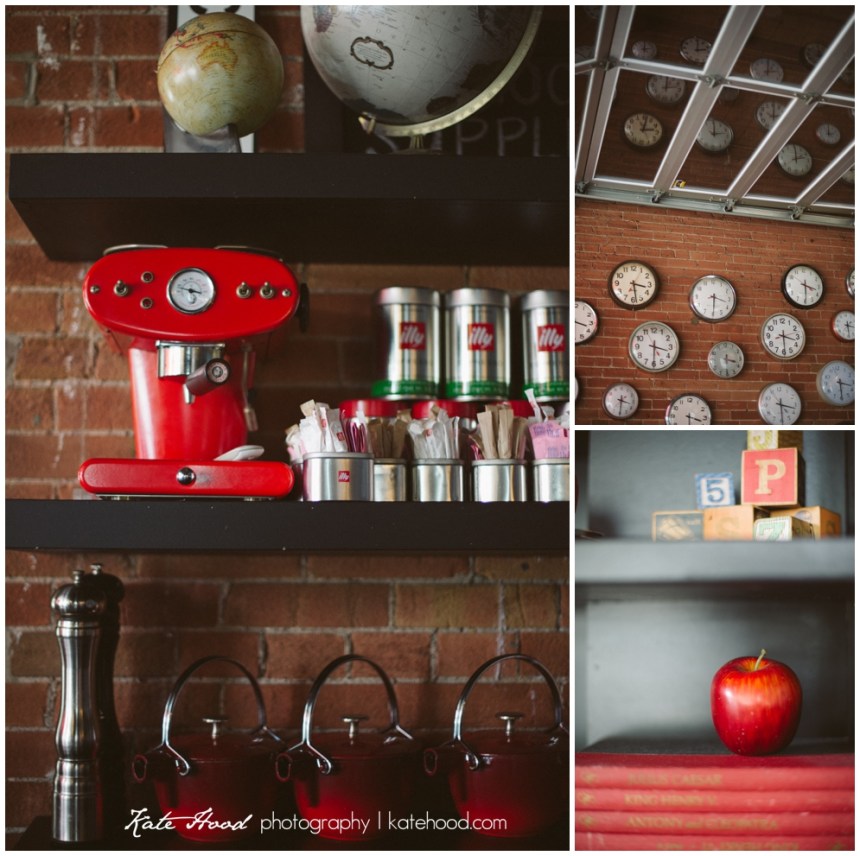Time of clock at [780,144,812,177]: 2:00
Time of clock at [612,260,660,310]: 3:28
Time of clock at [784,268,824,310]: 3:29
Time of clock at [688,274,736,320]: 3:29
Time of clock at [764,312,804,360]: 3:29
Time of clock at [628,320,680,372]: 3:29
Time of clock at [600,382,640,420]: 3:30
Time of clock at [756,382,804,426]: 3:29
